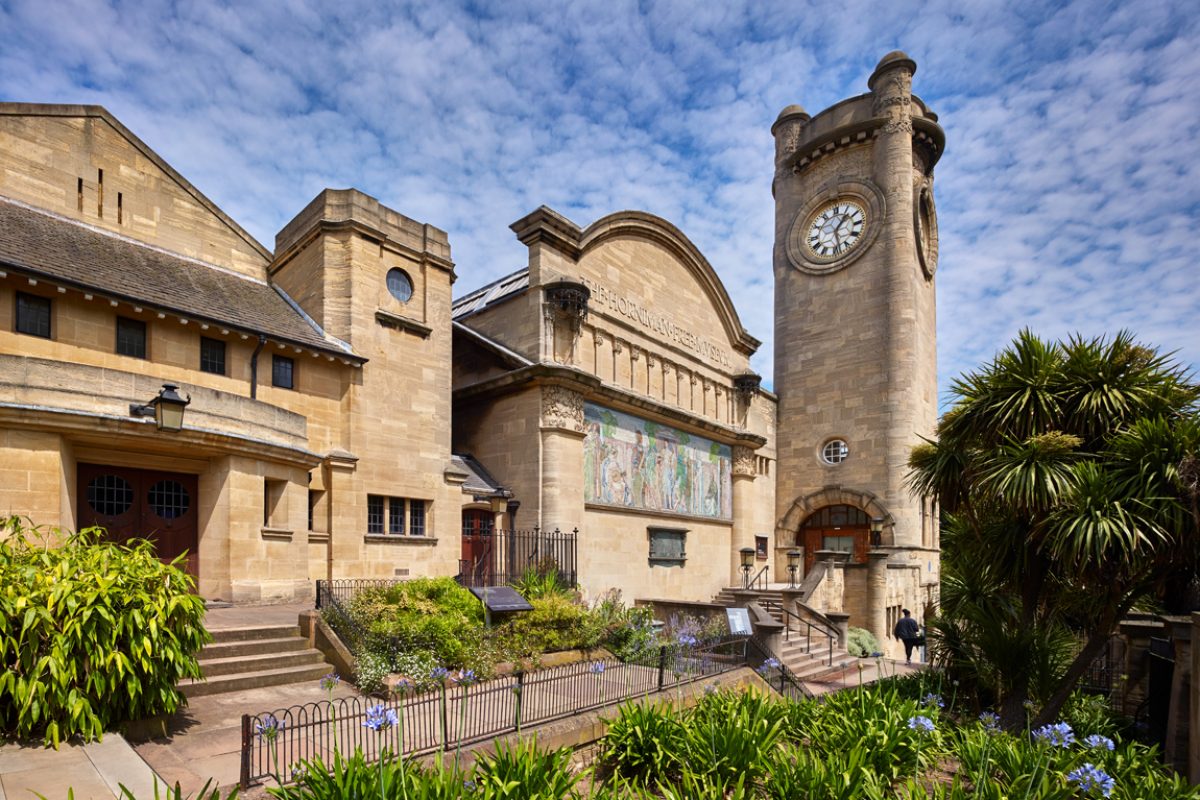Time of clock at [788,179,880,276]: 1:28
